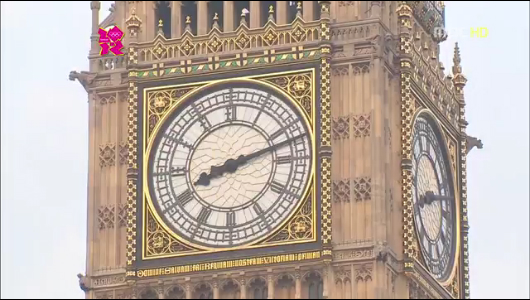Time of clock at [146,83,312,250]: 8:12
